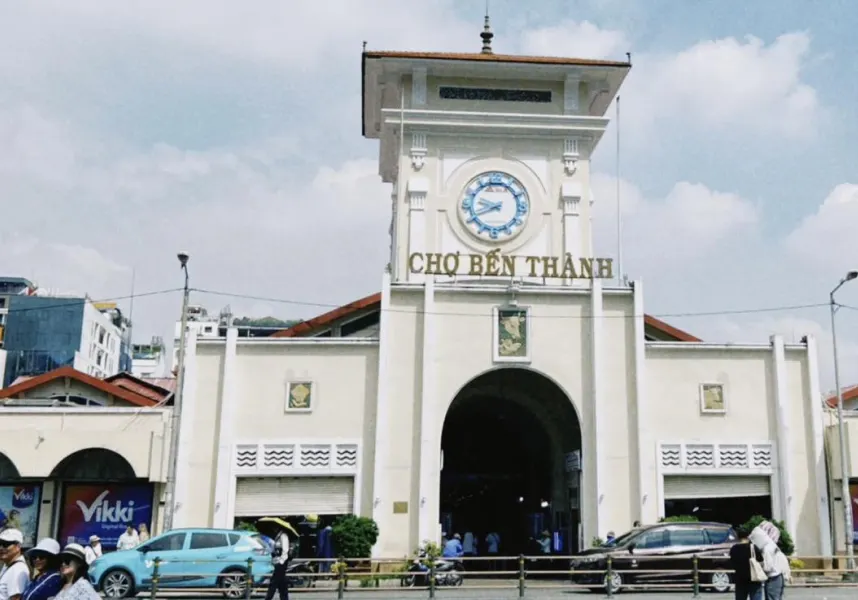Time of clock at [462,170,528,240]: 9:41
